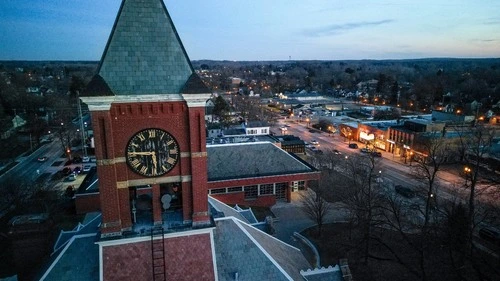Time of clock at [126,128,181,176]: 5:45
